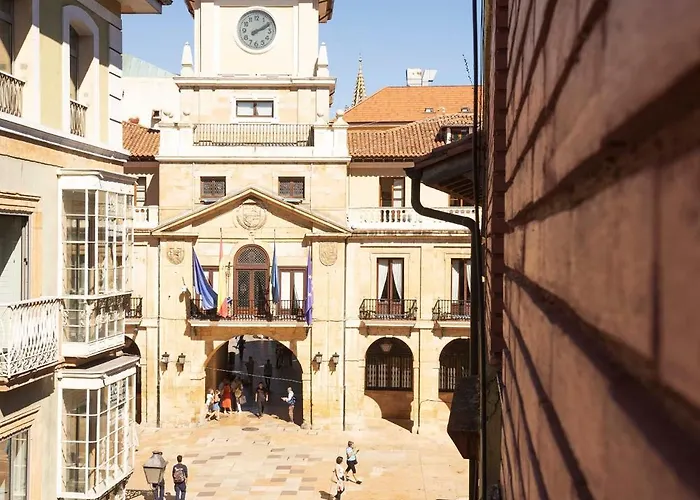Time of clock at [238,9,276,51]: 2:09
